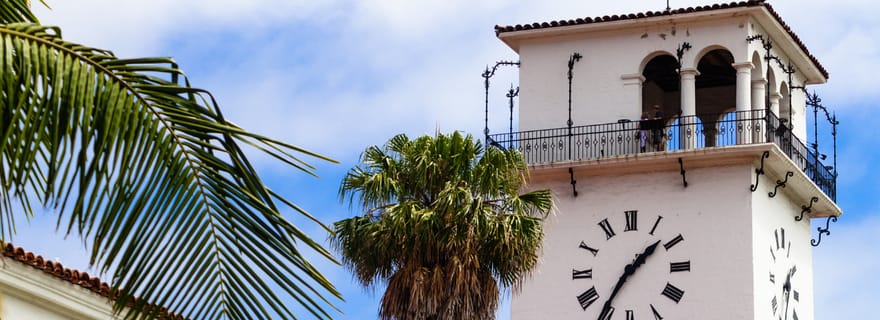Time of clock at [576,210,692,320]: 1:35
